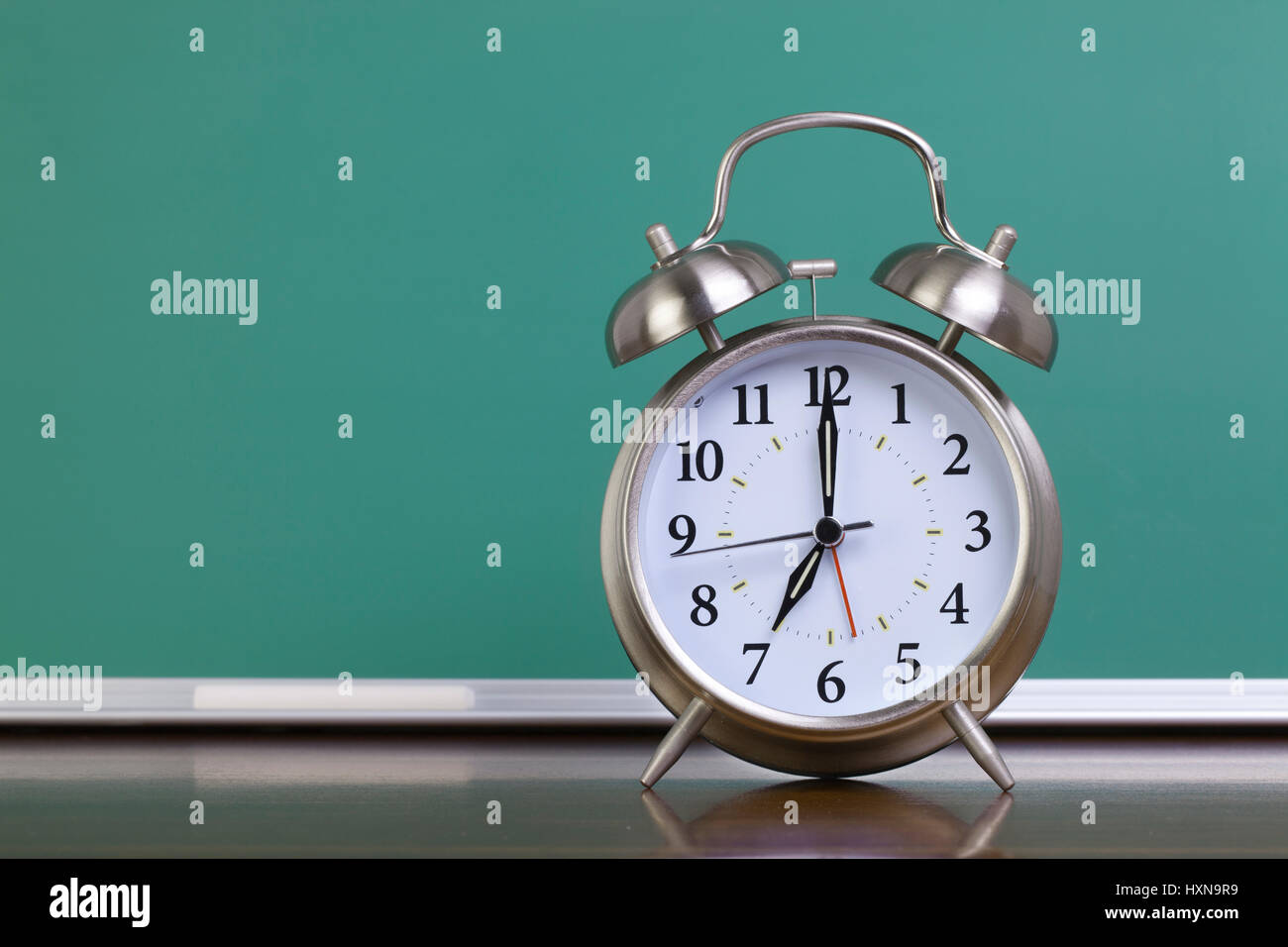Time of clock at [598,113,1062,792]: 7:00
